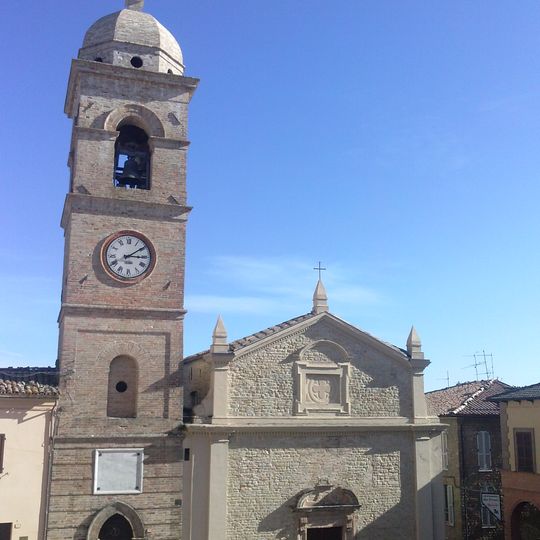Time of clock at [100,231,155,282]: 3:09
